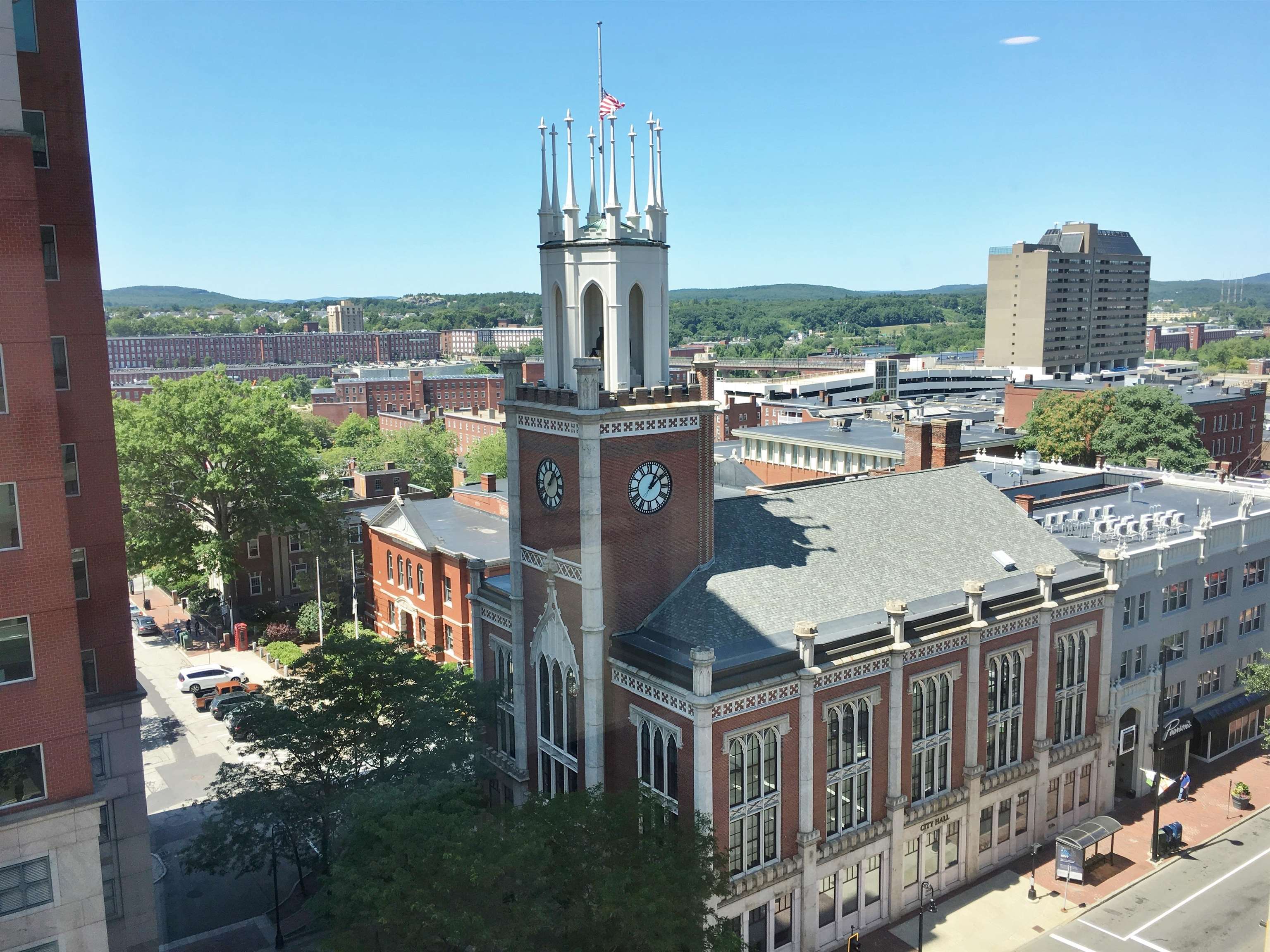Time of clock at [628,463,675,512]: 1:08
